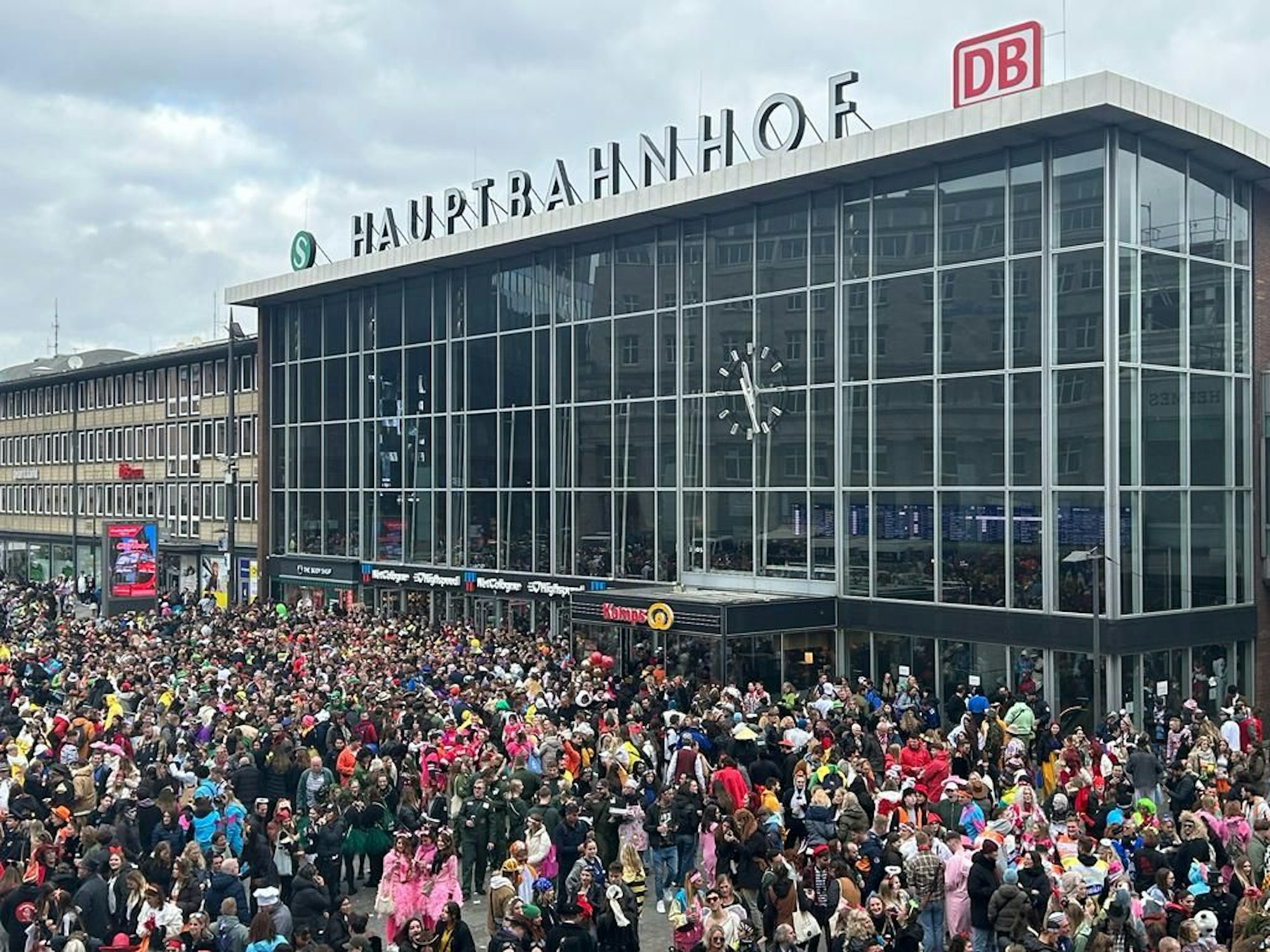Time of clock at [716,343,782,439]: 11:28
